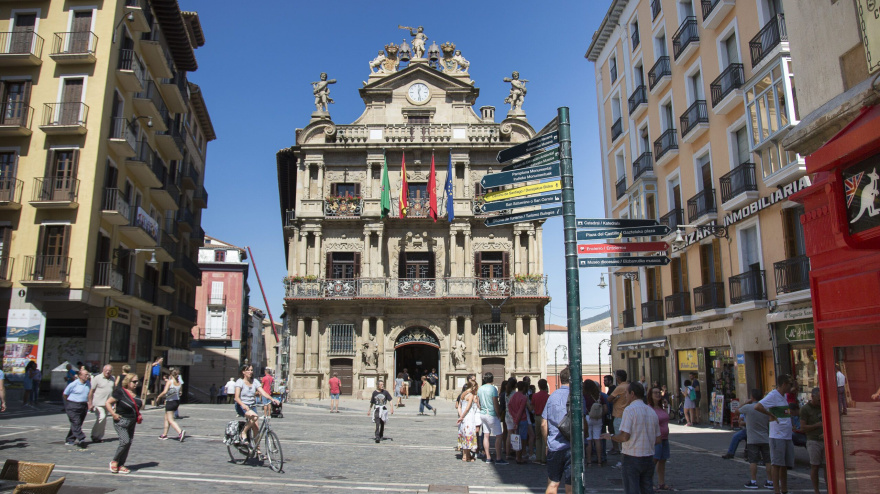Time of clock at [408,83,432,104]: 12:28
